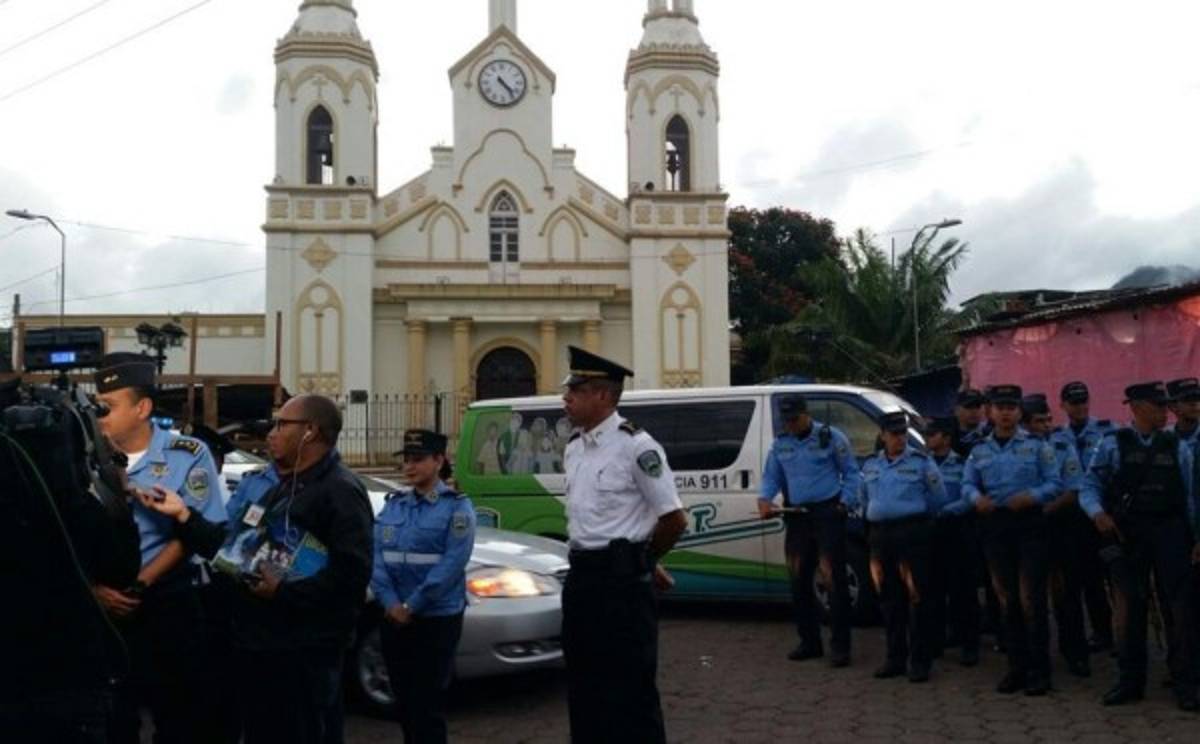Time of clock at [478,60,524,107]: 4:23
